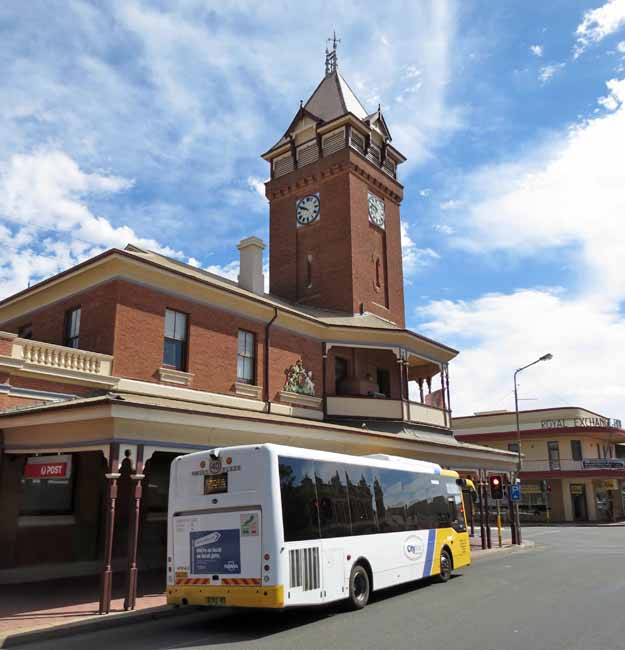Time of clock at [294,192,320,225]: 9:50
